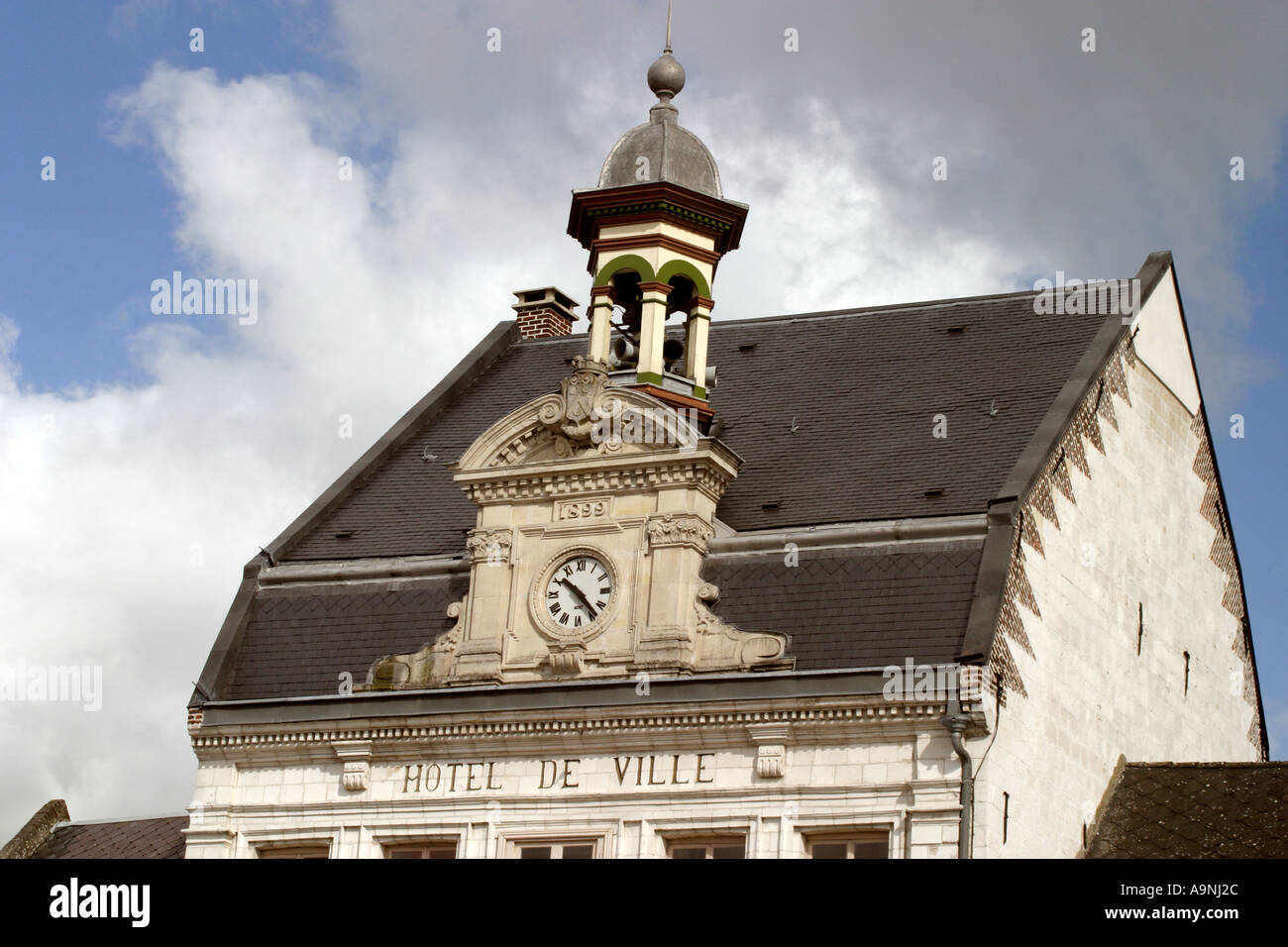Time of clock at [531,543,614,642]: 10:23
